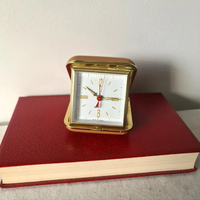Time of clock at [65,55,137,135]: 10:14
